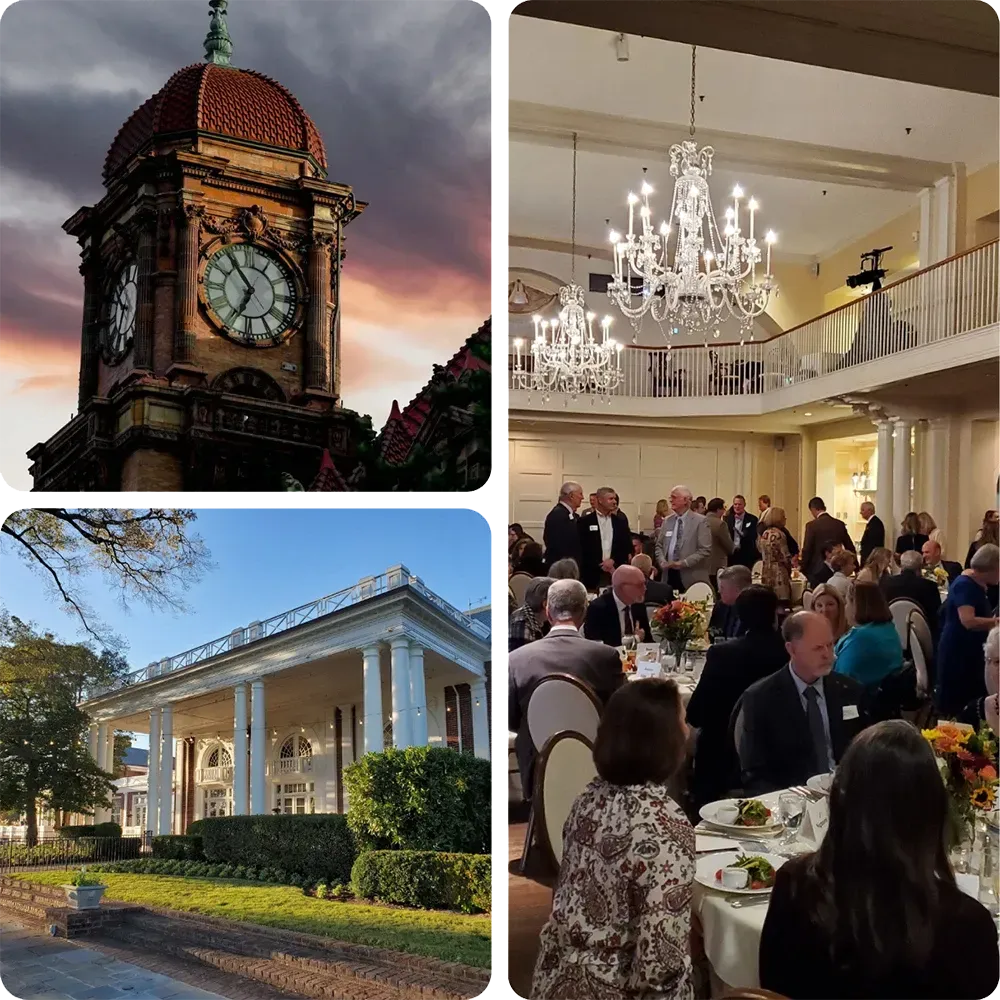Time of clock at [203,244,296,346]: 6:53
